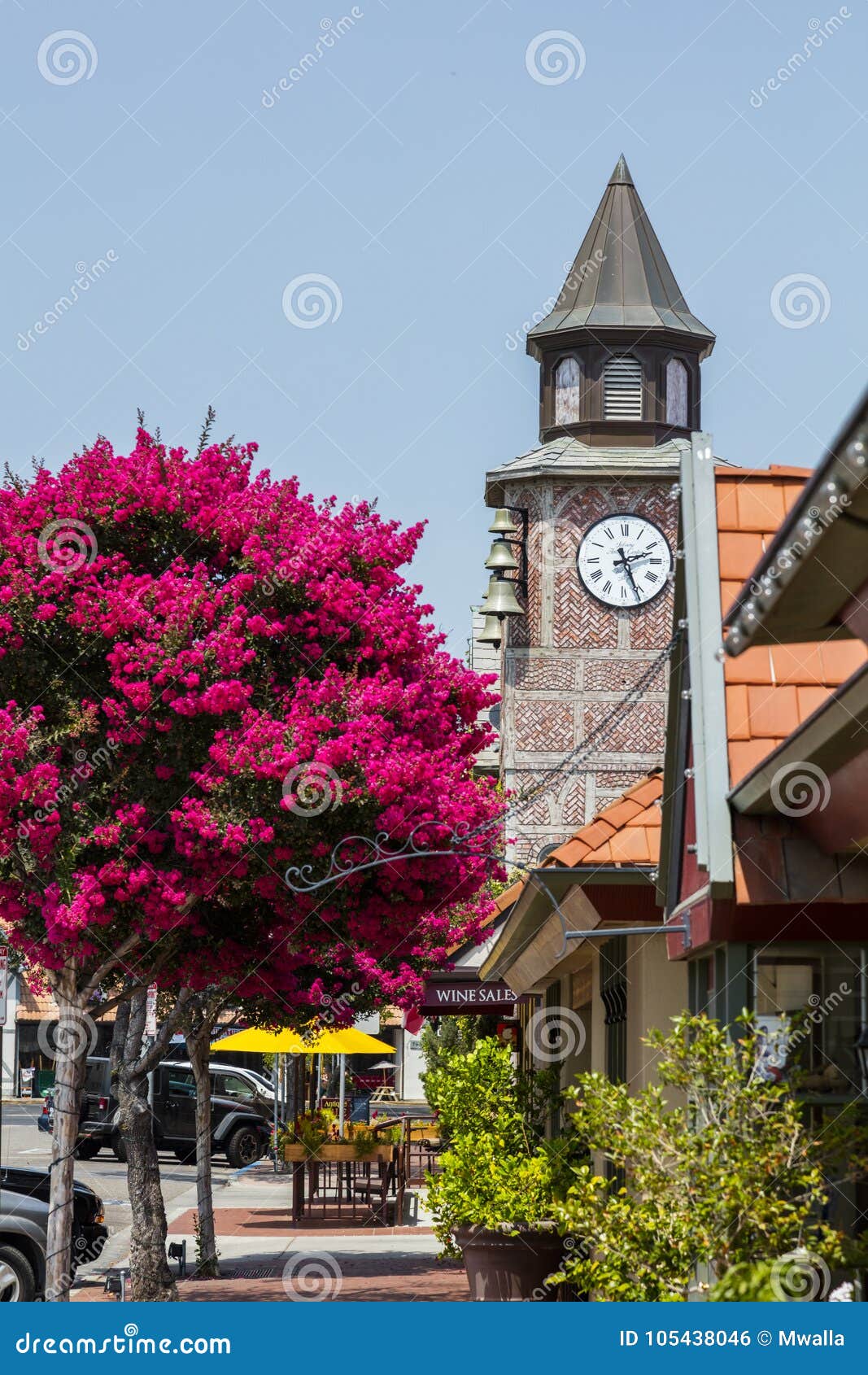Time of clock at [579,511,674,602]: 2:26
